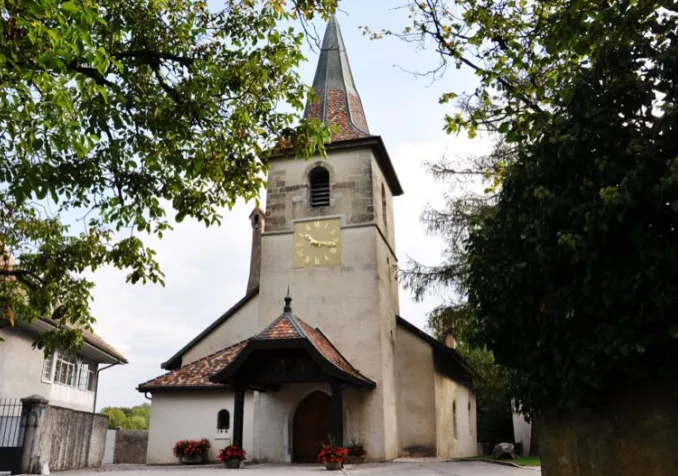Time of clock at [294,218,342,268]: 10:17
